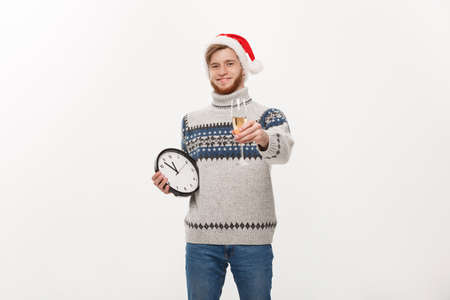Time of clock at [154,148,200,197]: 10:48
